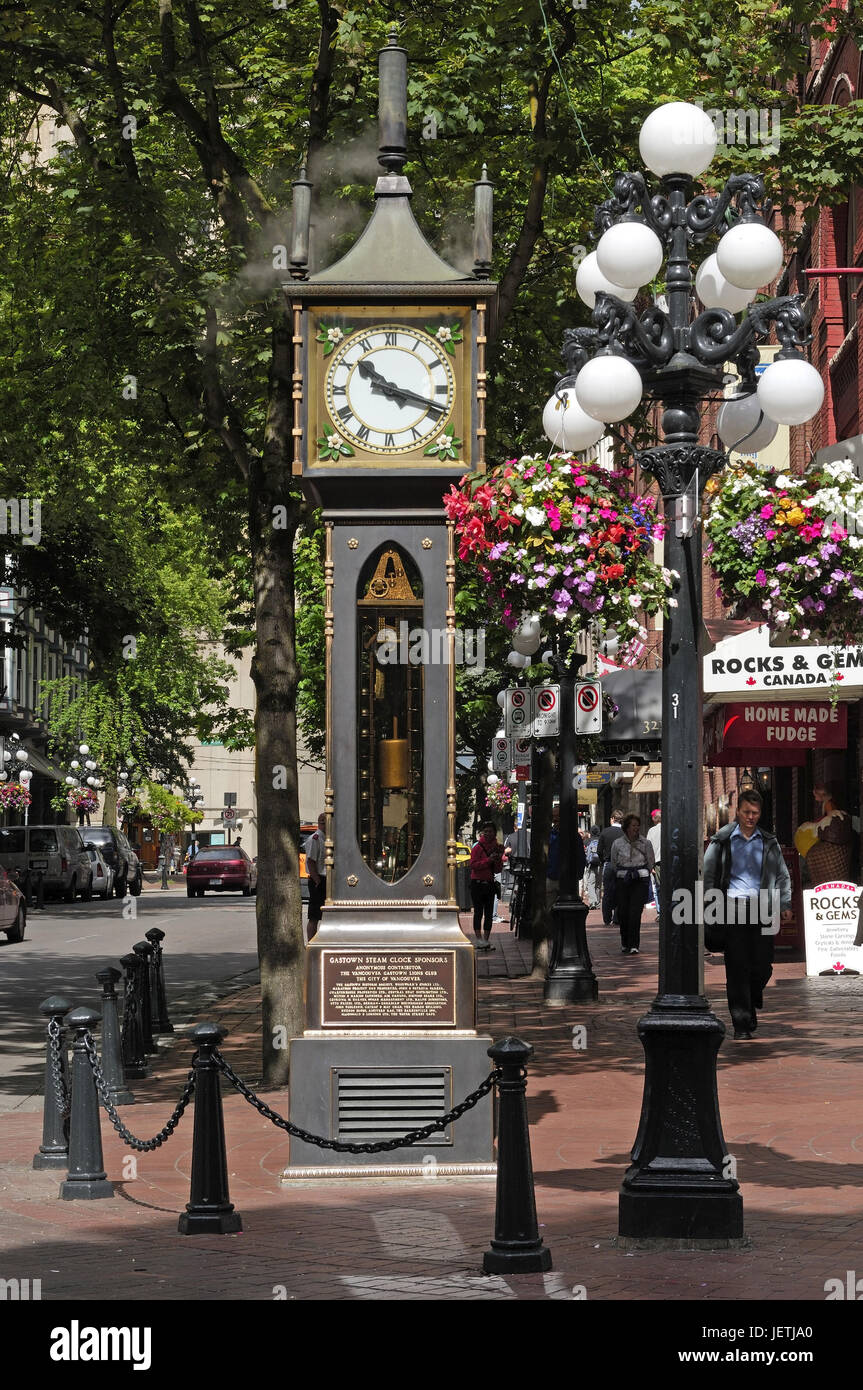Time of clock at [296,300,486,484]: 10:18
